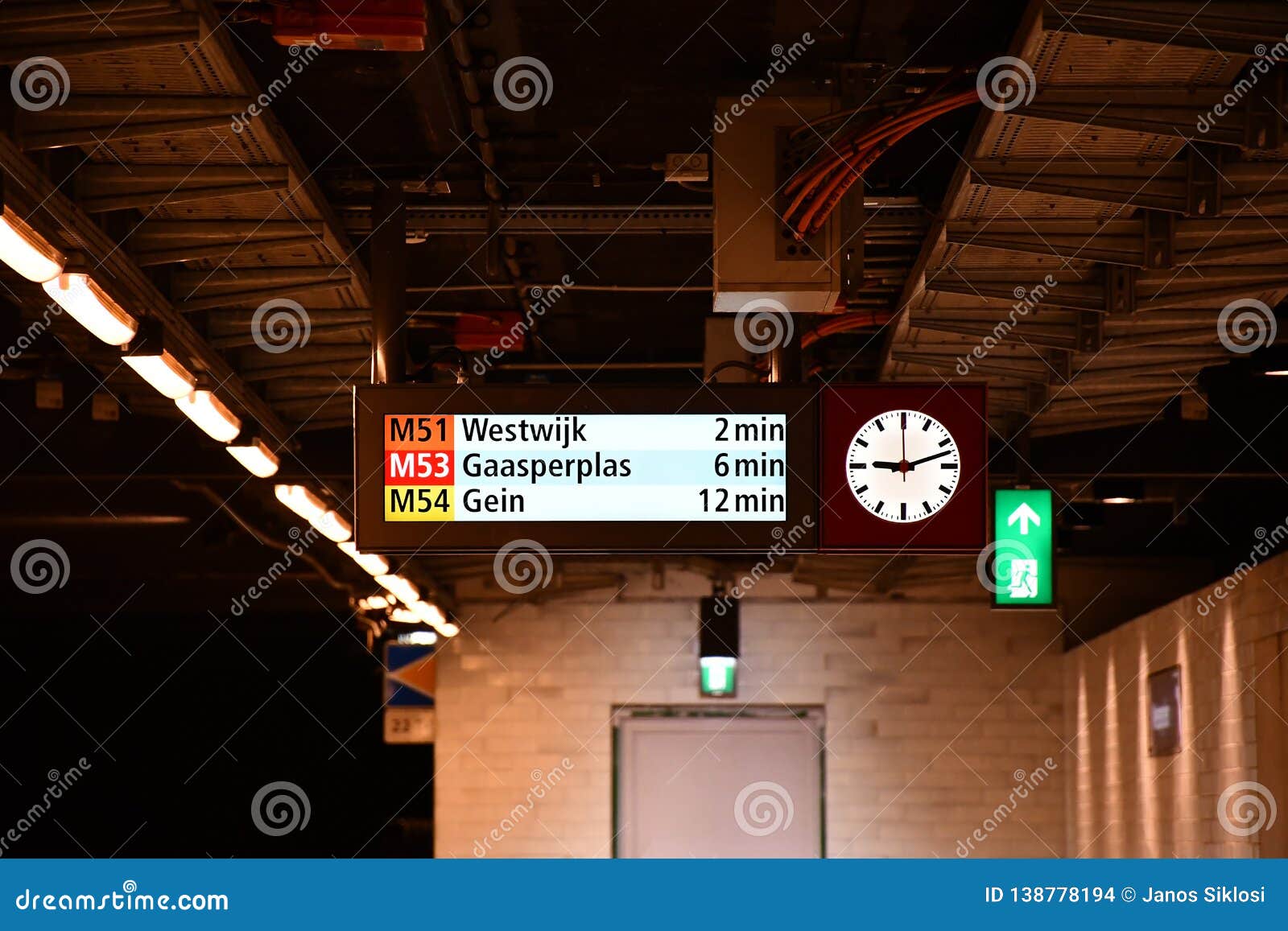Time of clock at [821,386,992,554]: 9:12
